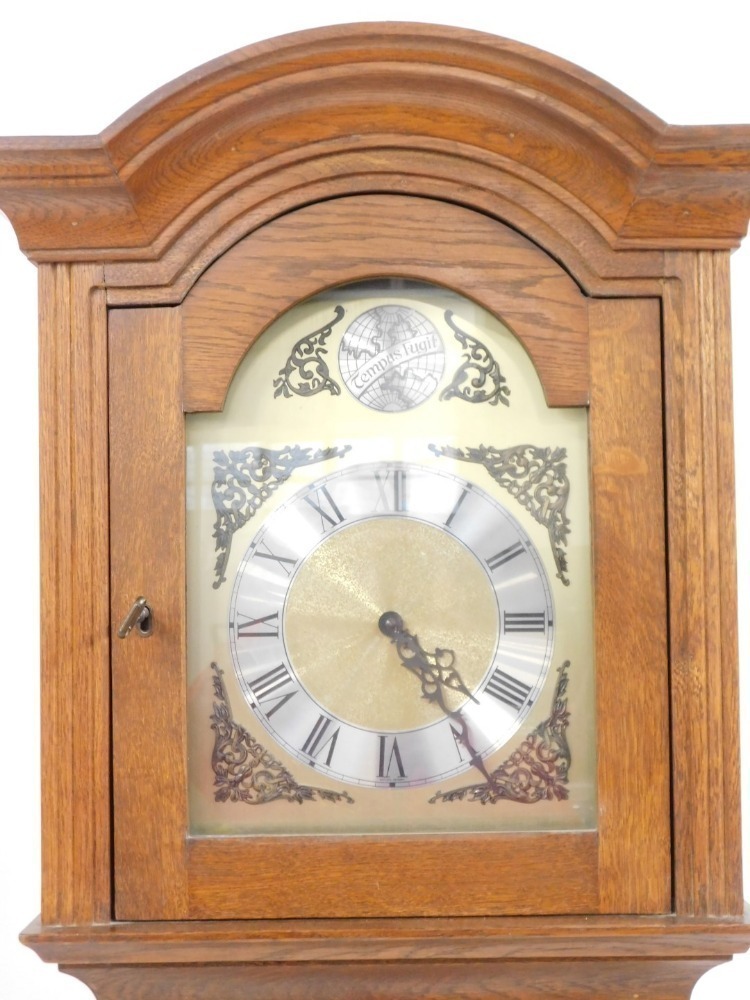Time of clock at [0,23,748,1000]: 4:23
